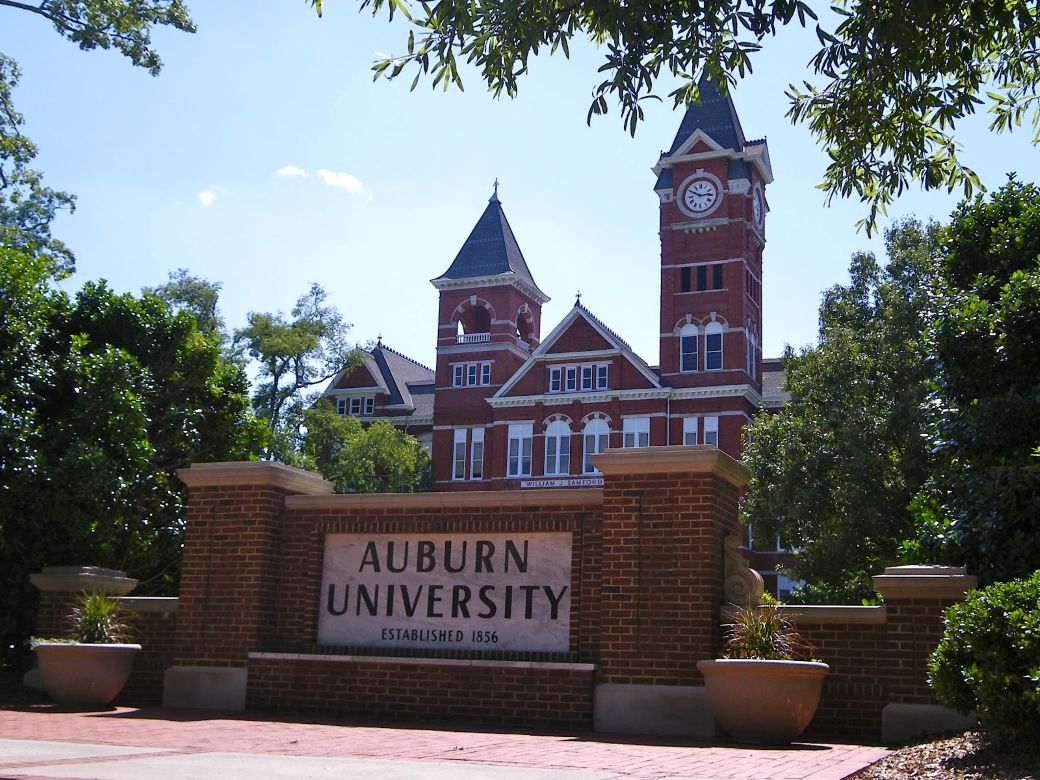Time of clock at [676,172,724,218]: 2:49
